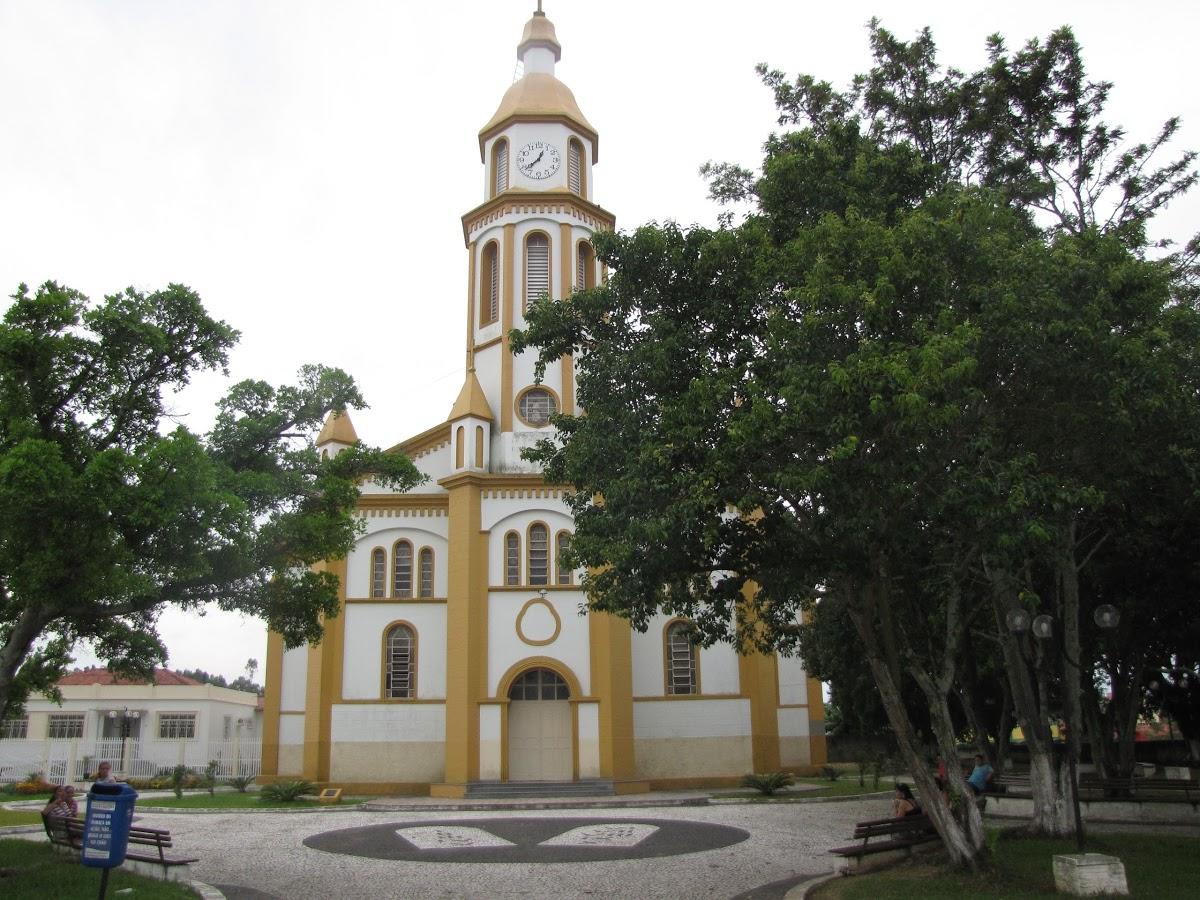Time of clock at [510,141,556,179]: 12:38
